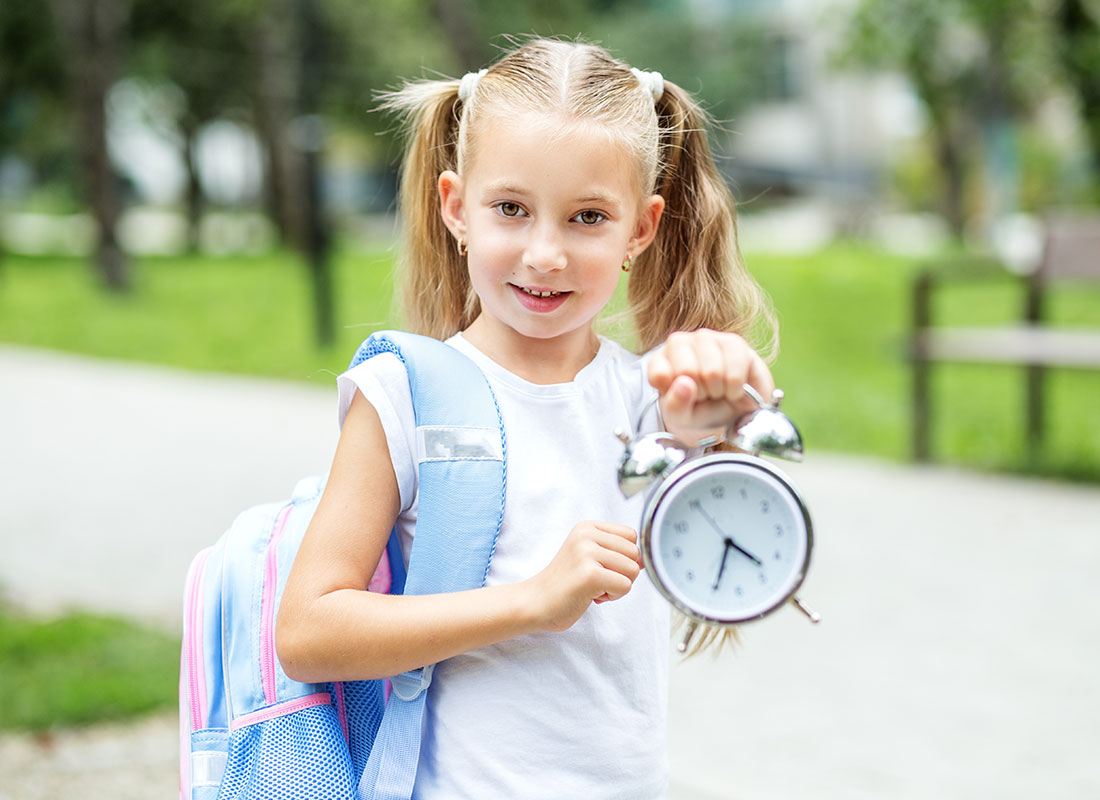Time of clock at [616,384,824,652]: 4:34
